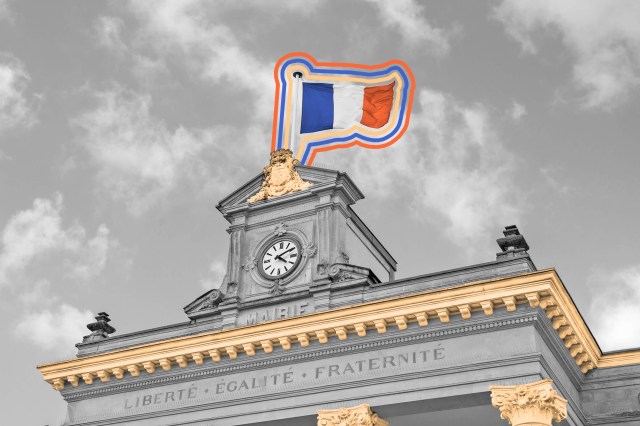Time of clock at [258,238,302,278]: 4:09
